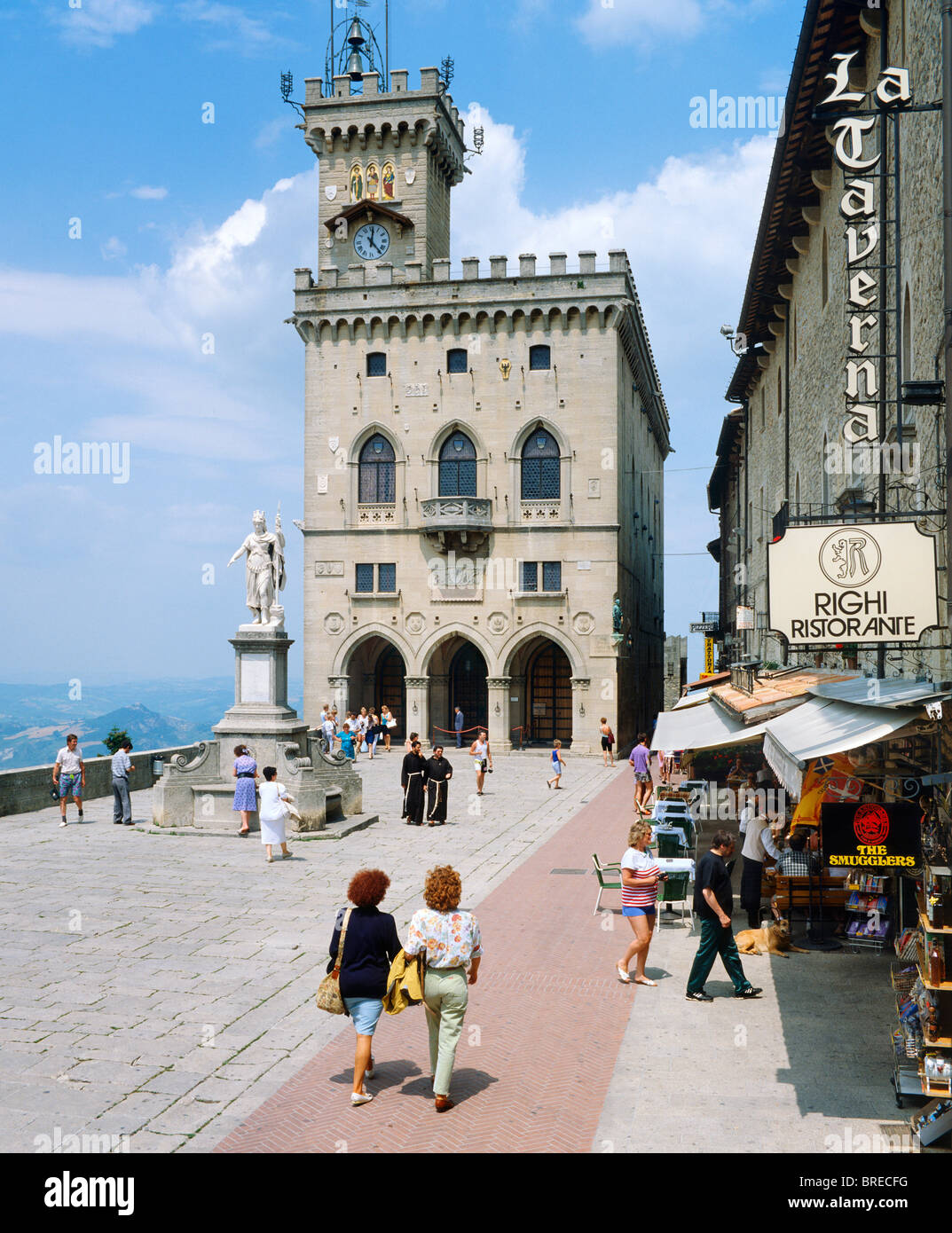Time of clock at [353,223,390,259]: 12:23
